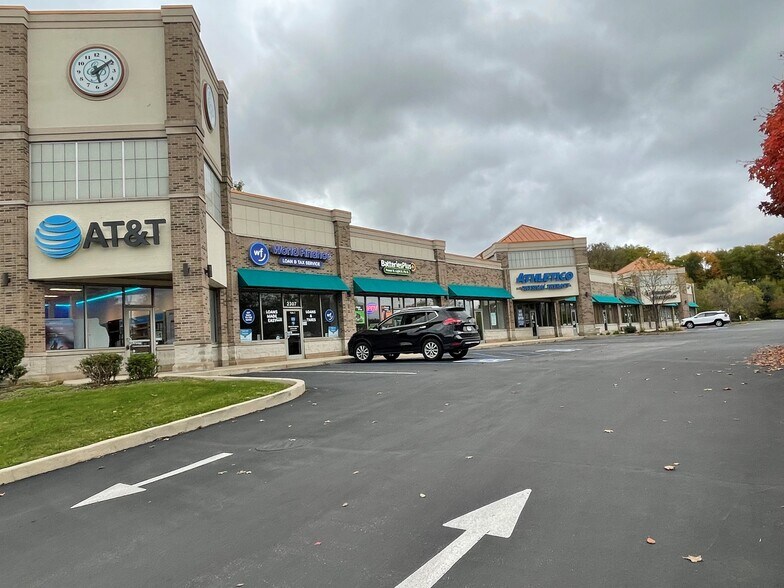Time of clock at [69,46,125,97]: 5:08
